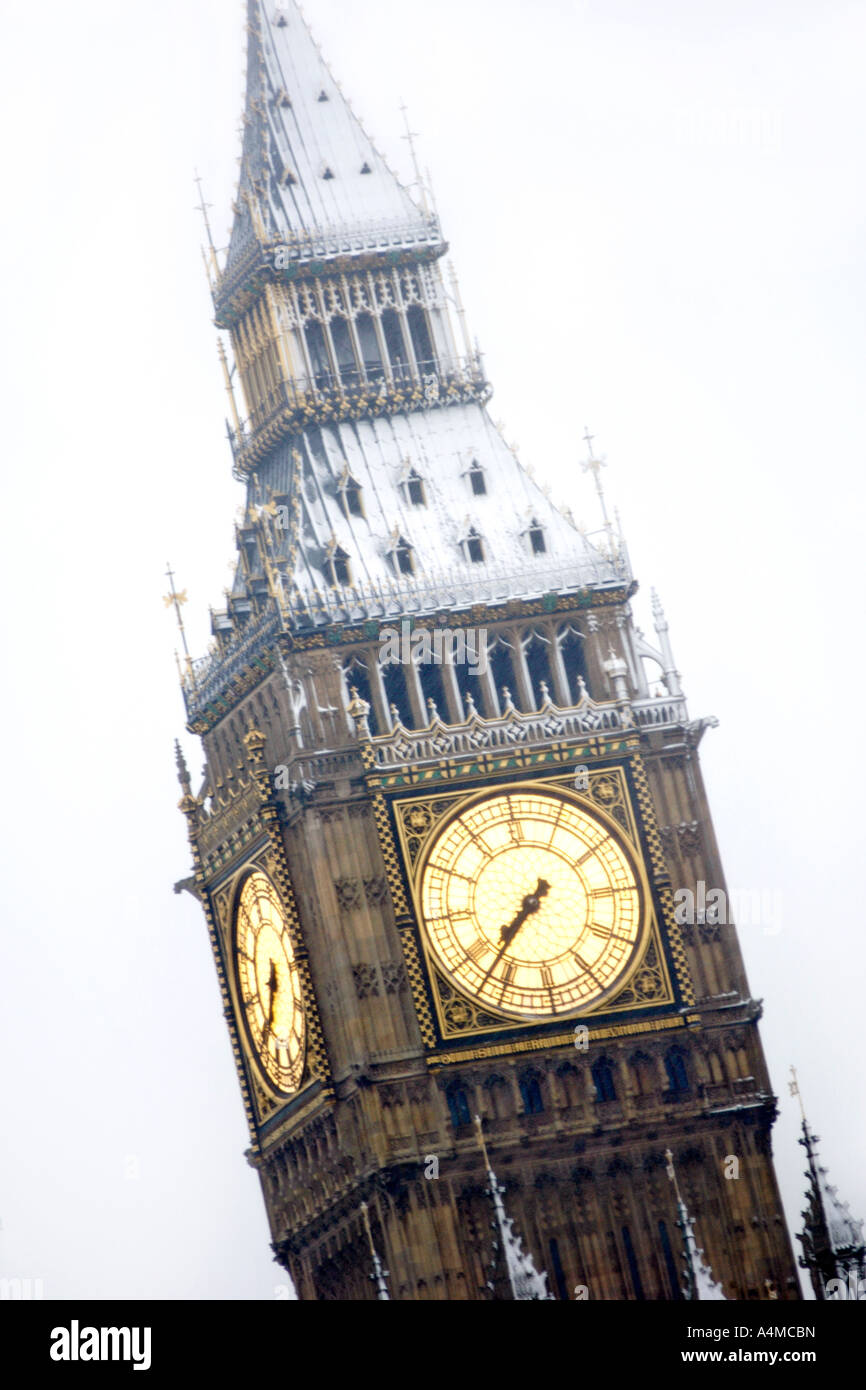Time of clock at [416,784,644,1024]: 7:37
